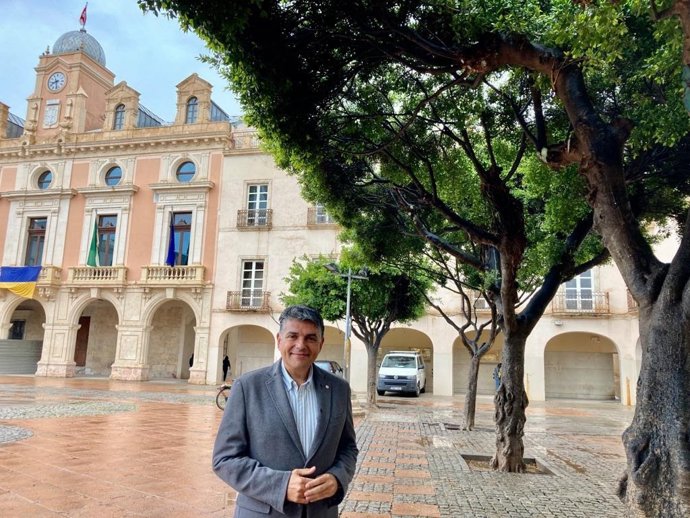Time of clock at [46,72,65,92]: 8:28
